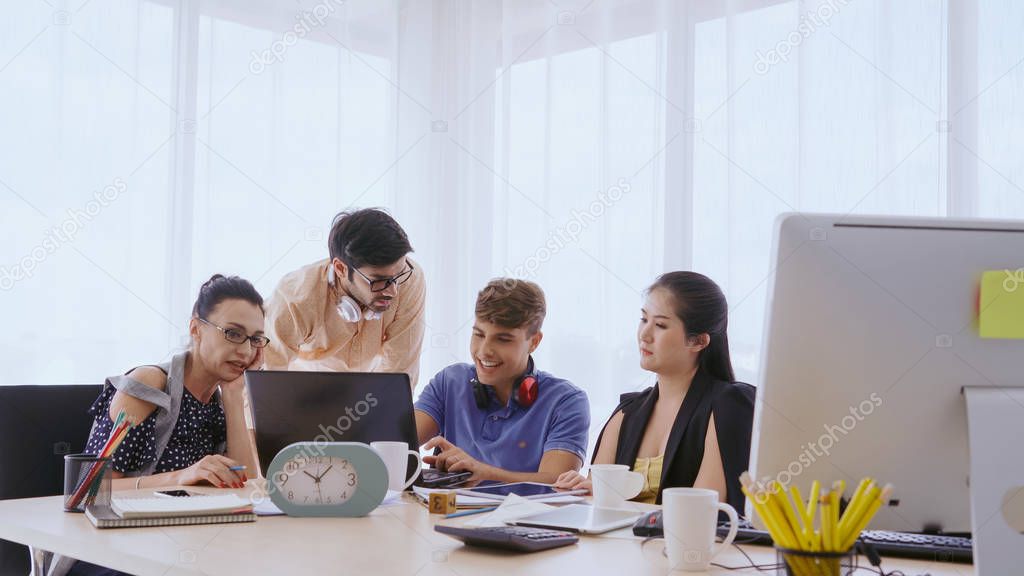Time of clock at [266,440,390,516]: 10:07
